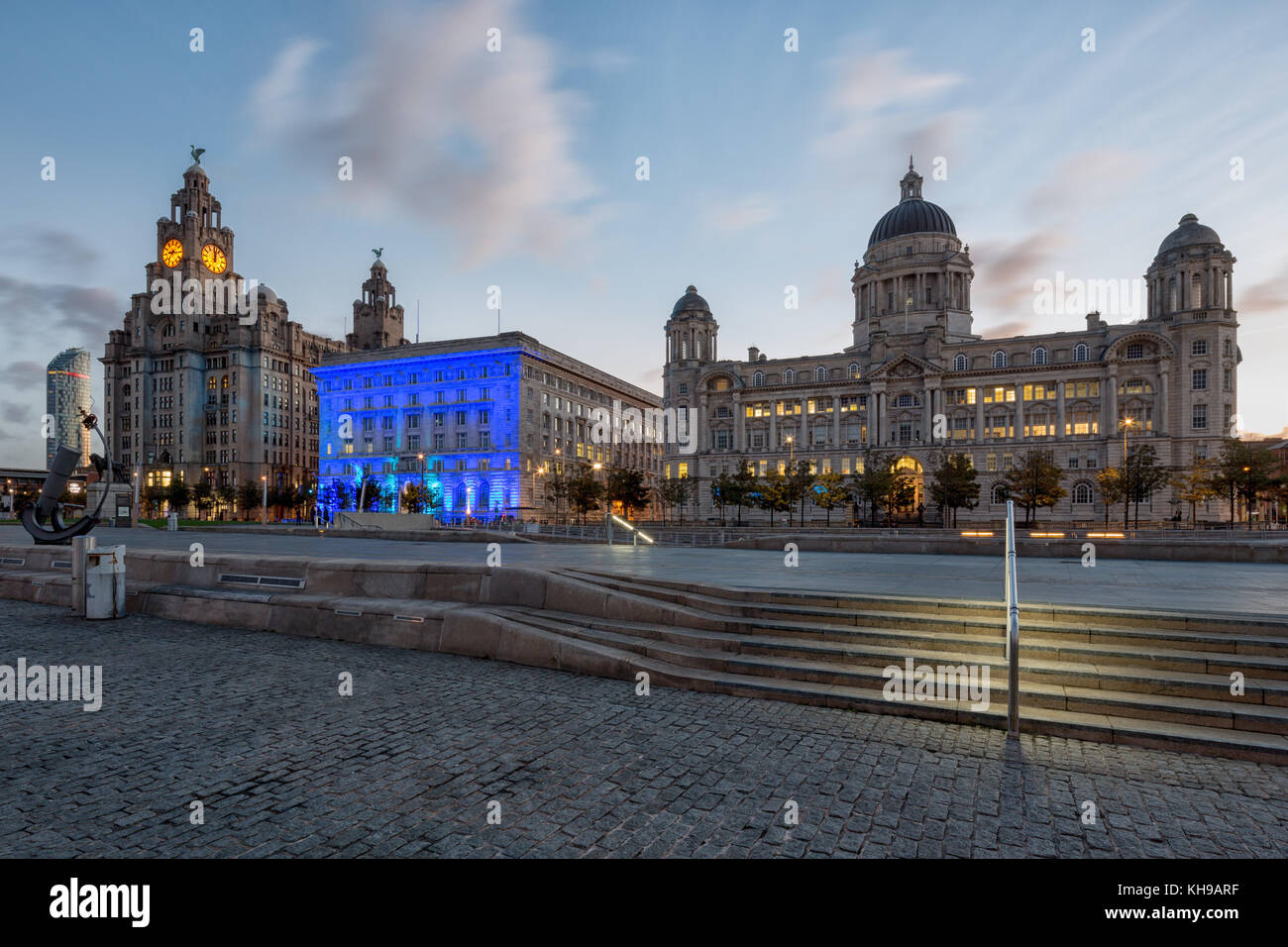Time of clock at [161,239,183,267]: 7:15
